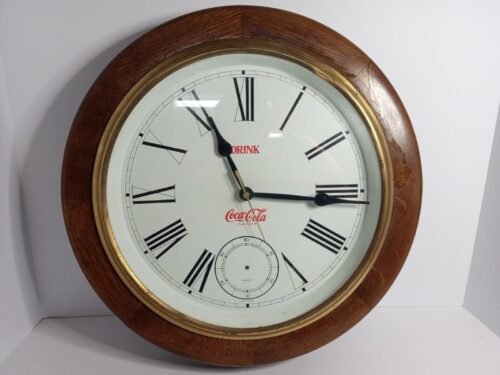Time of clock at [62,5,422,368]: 11:15
